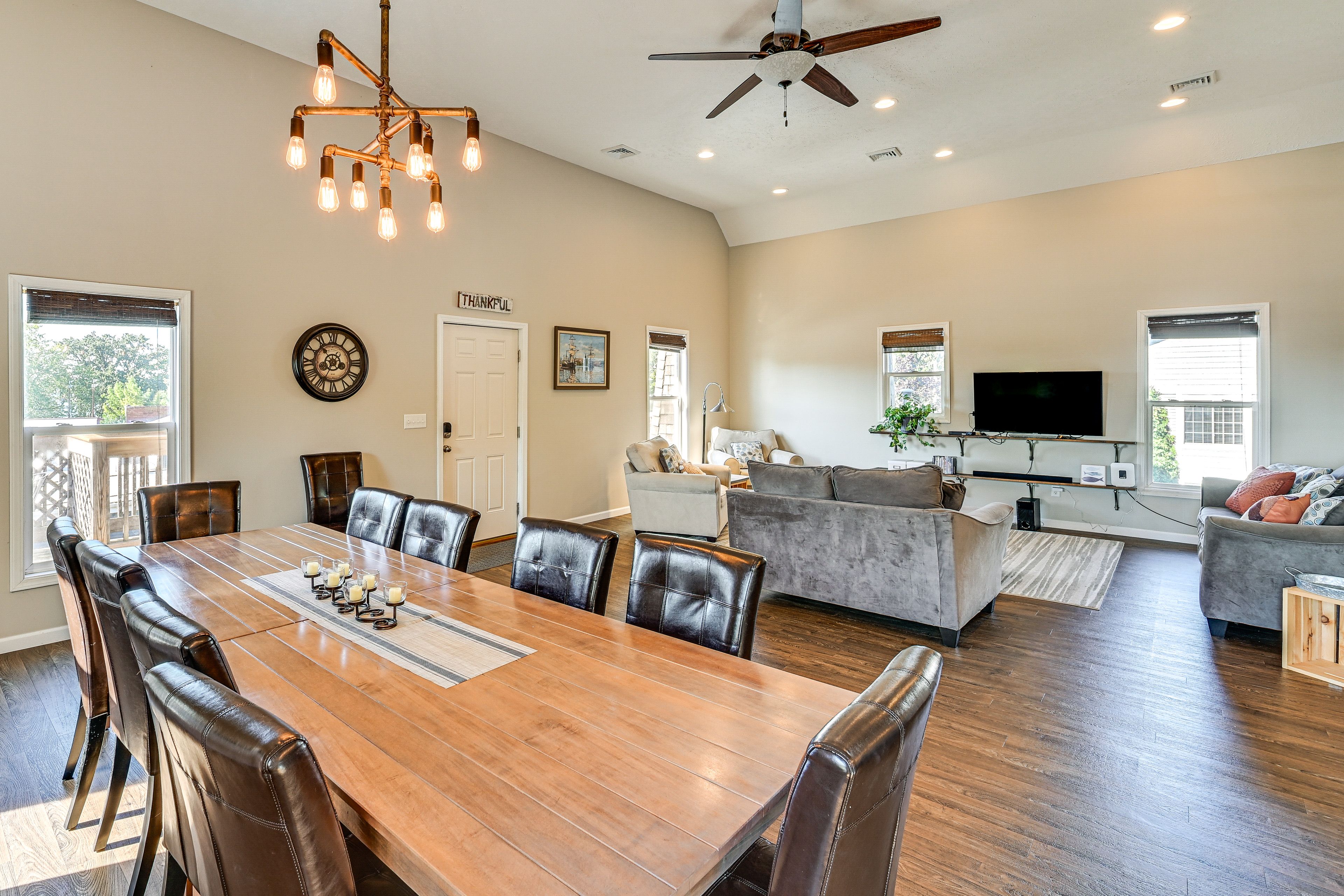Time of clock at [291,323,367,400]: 10:34
